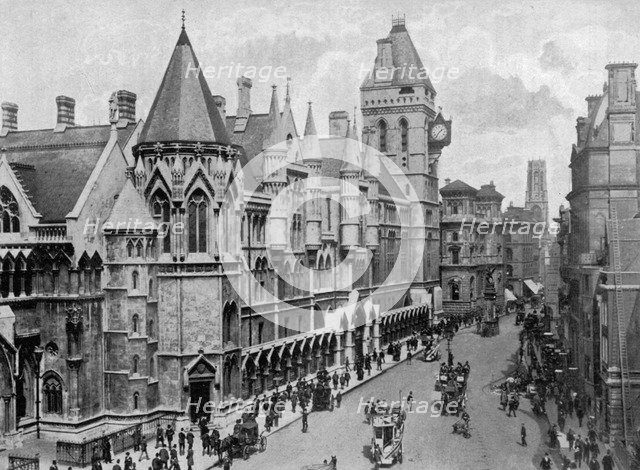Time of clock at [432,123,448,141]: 1:36
